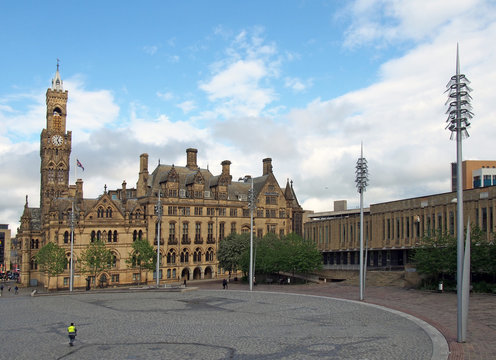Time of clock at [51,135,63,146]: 5:03
